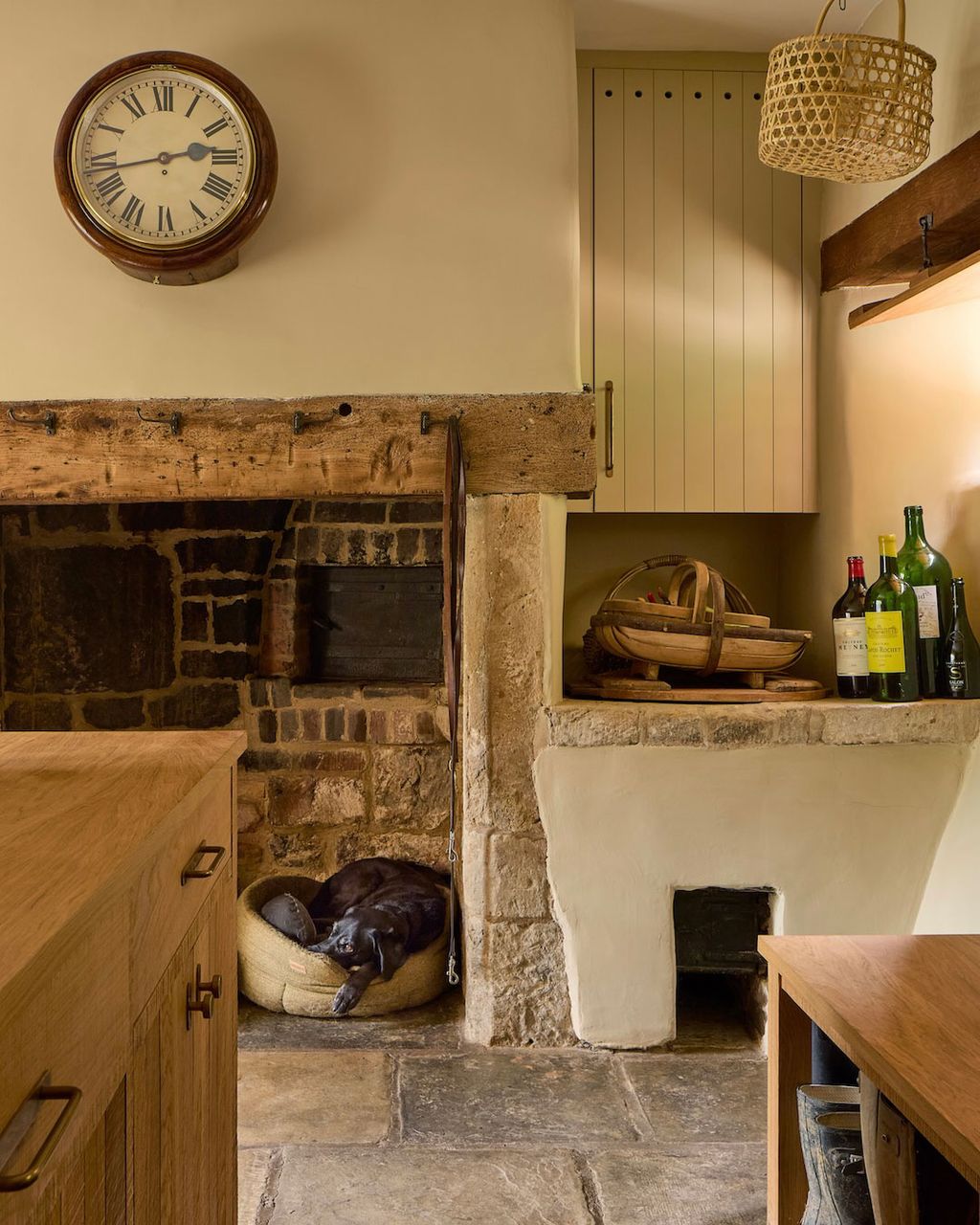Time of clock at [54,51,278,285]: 2:43
